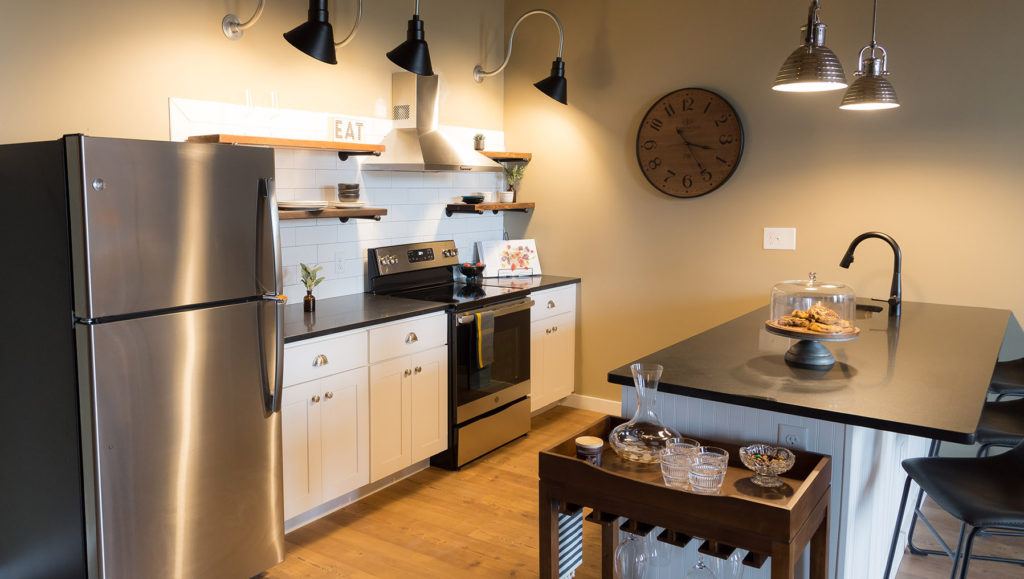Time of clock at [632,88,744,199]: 3:24
